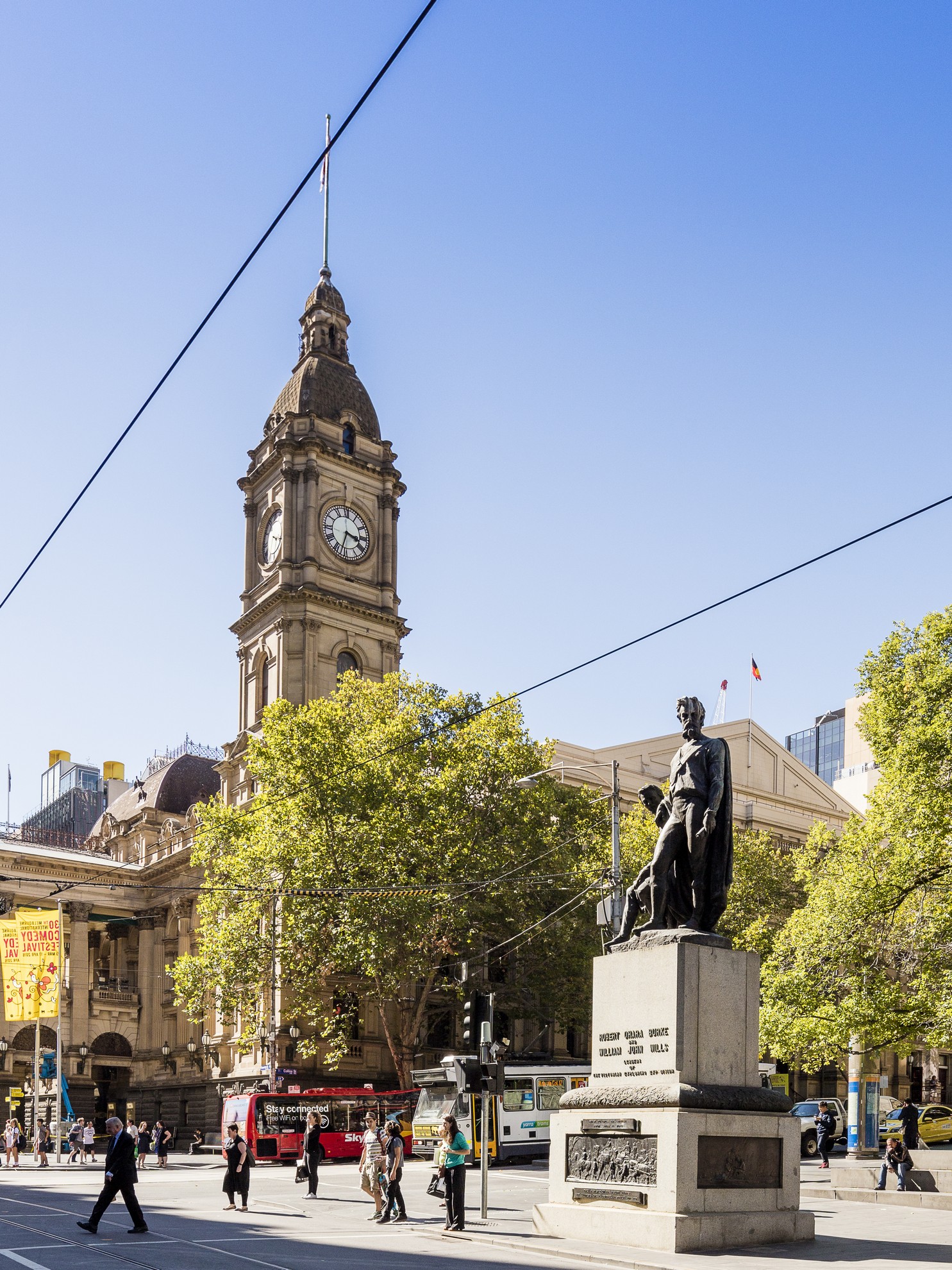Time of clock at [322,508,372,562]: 3:32
